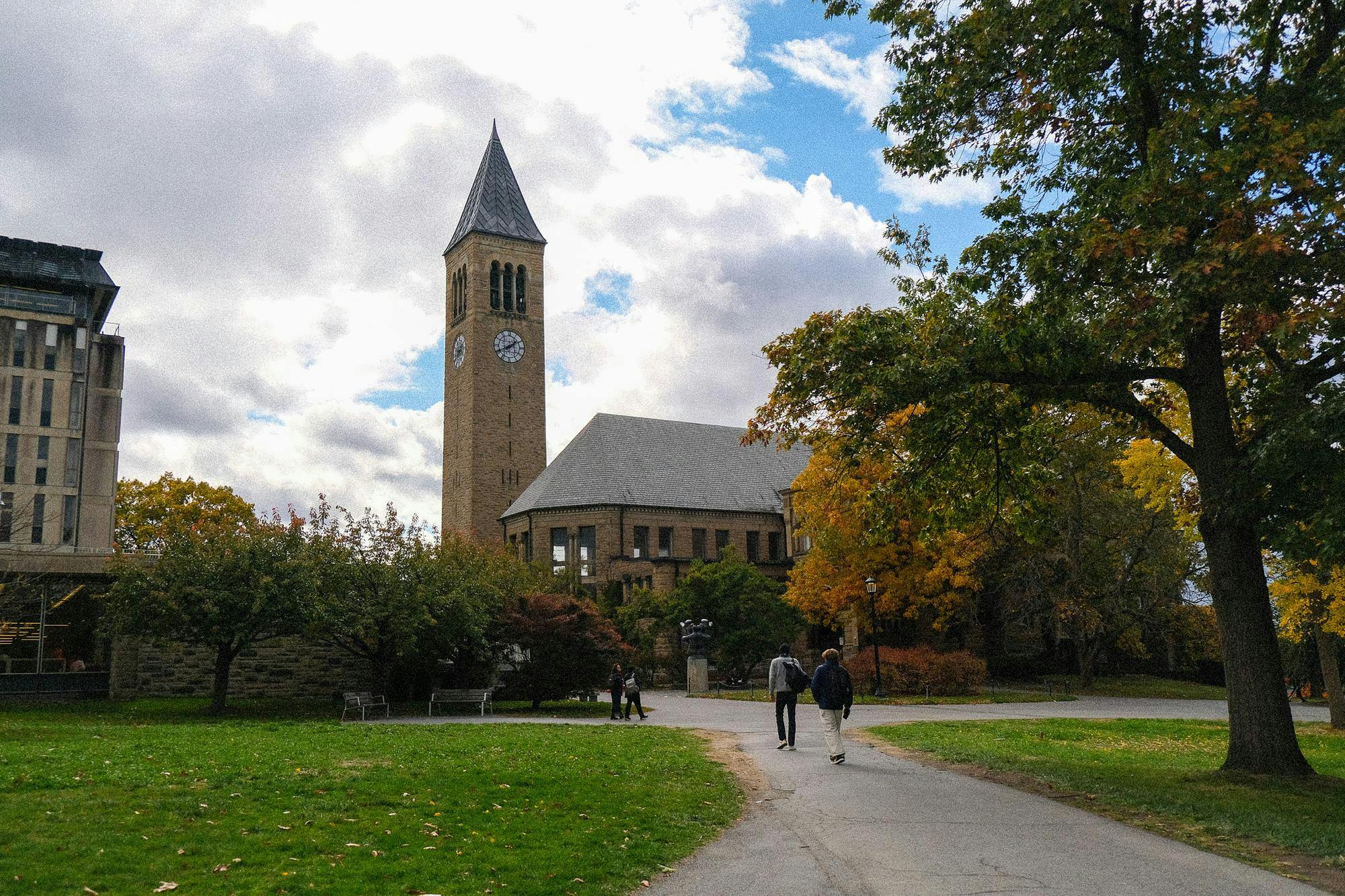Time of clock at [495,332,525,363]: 1:40
